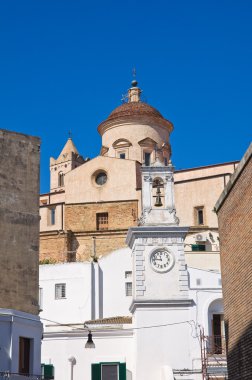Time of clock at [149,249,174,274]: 11:46
